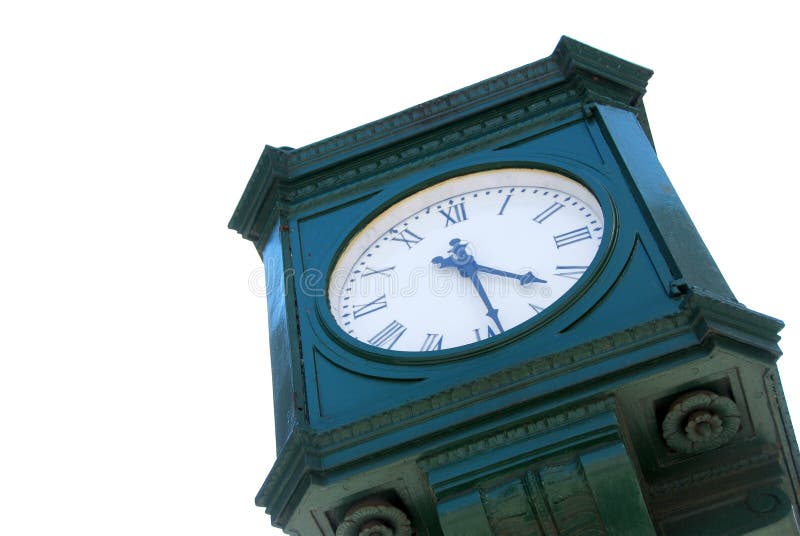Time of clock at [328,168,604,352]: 11:21
